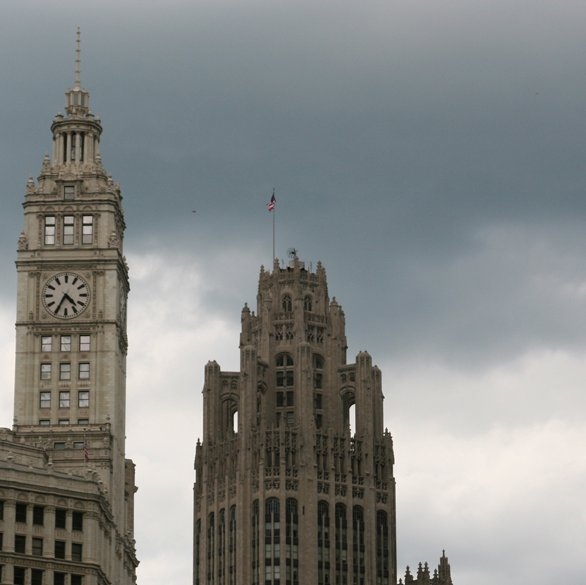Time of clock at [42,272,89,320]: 4:34
